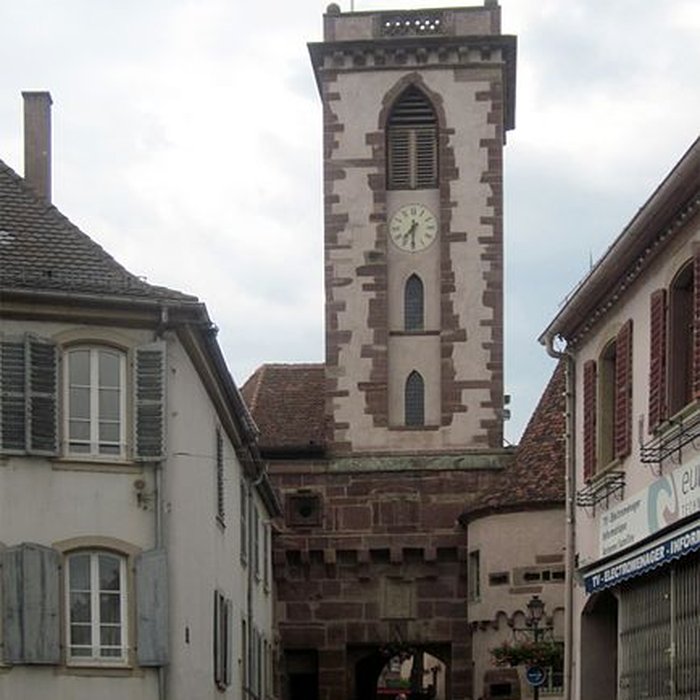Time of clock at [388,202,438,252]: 7:30
